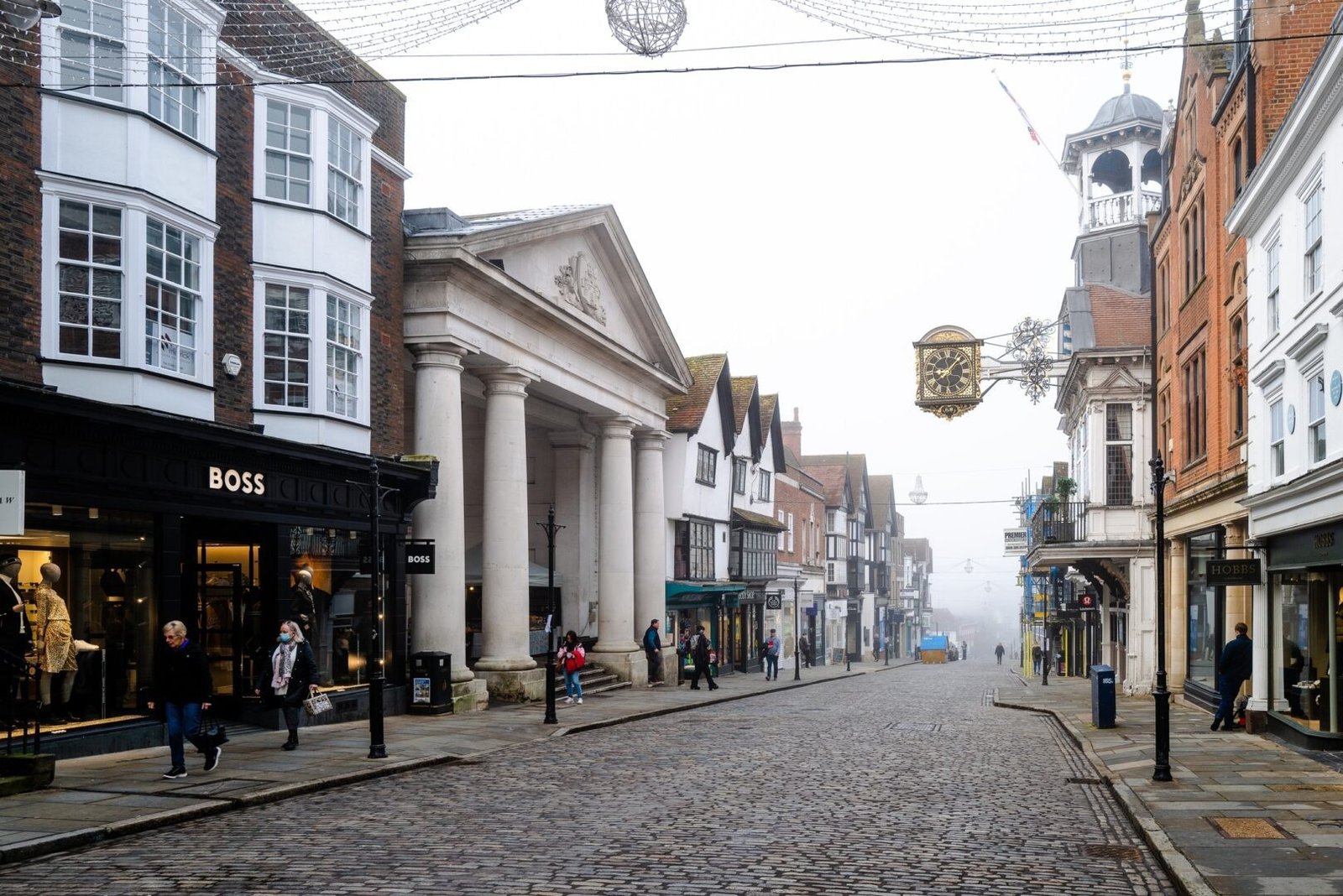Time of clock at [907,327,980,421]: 9:07
